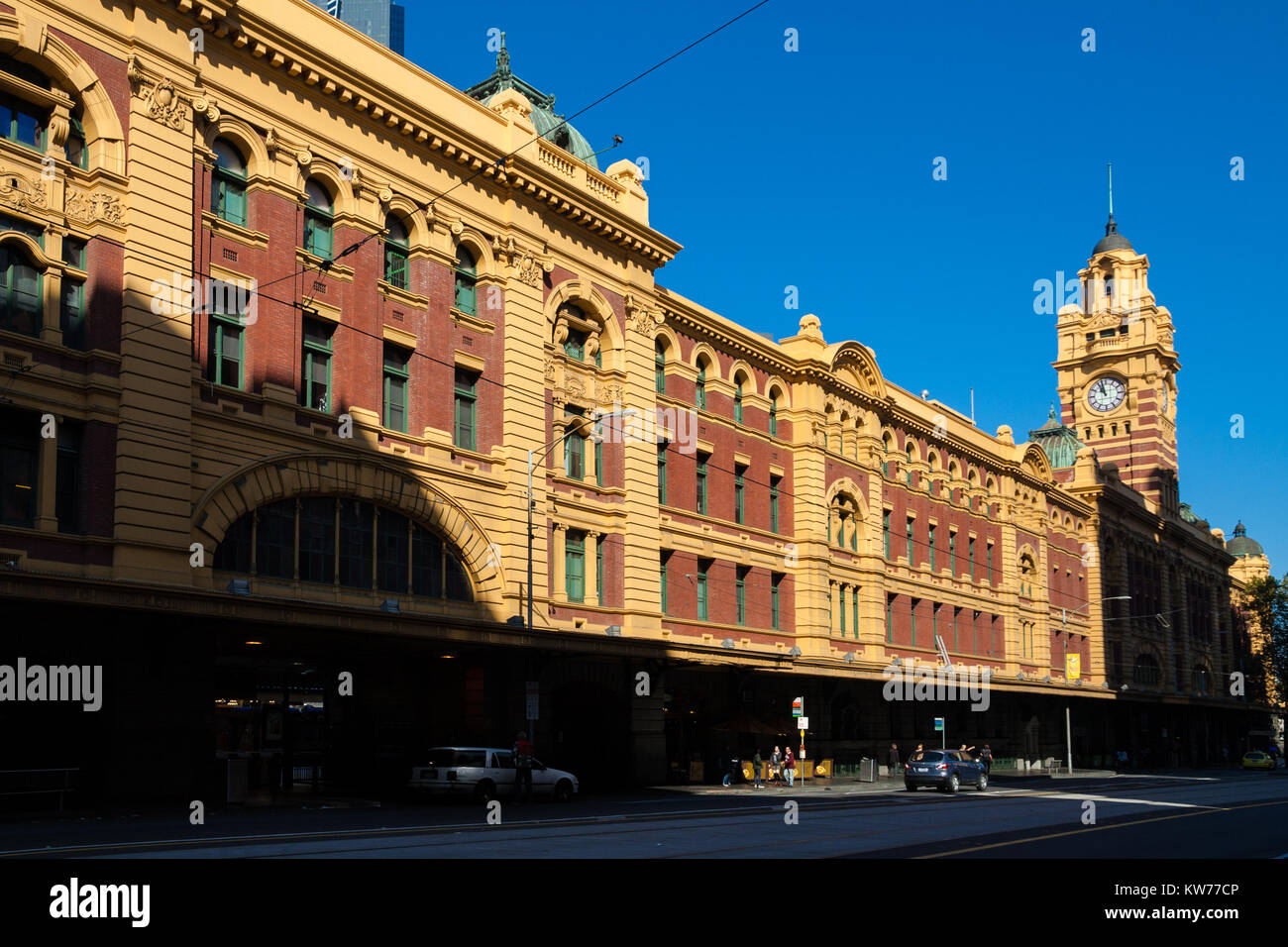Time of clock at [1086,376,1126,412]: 10:57
